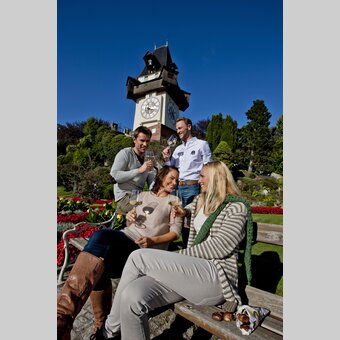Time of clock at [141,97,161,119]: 6:17
